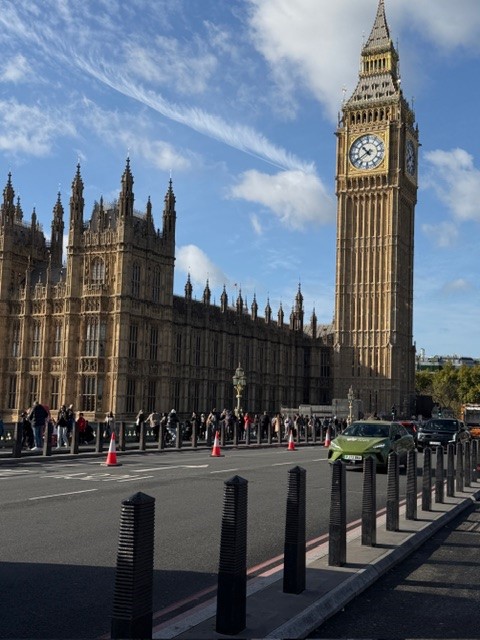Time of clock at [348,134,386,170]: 10:39
